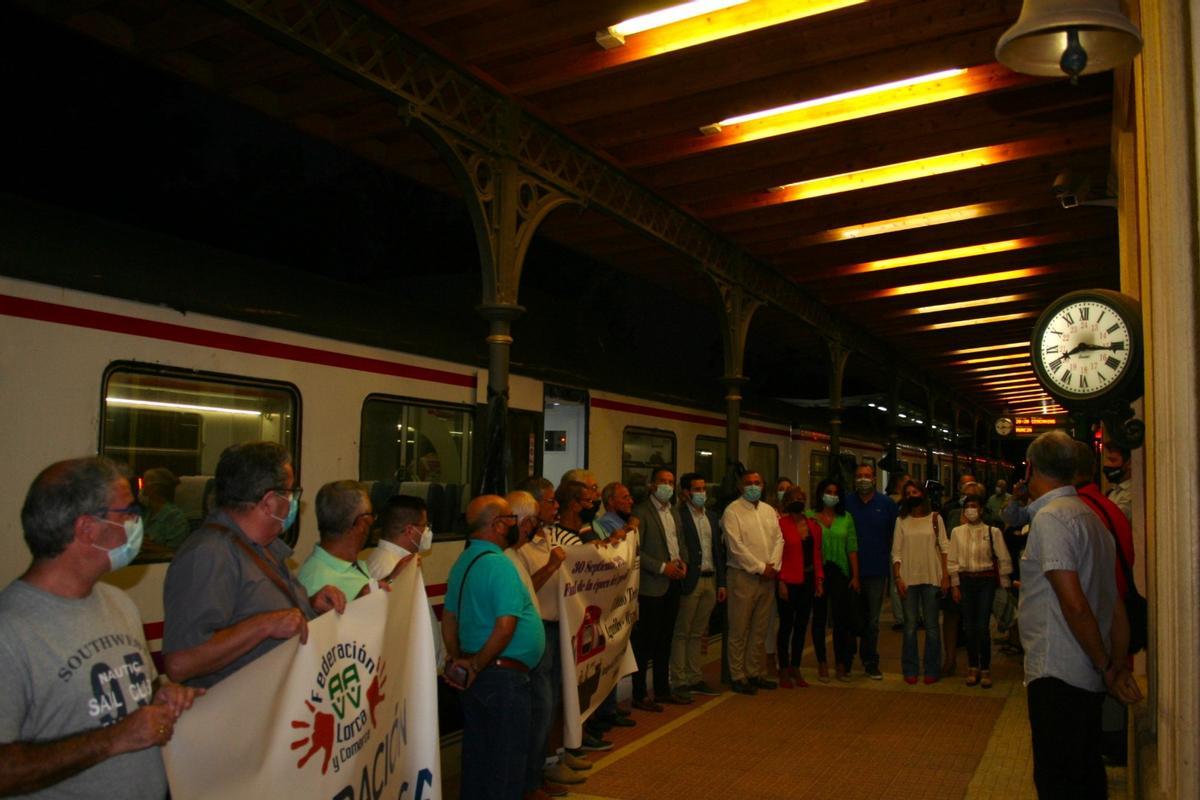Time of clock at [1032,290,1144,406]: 8:15
